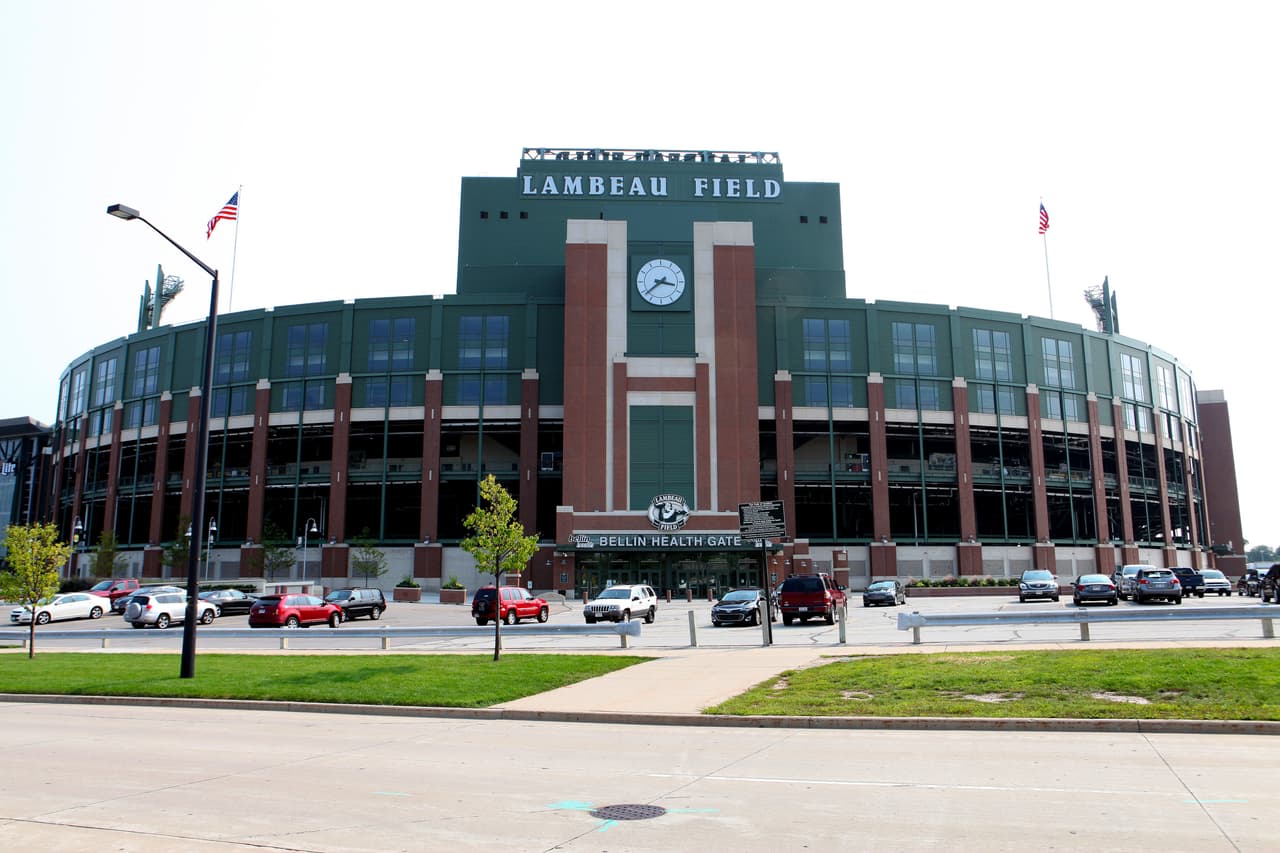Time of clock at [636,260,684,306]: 3:38
